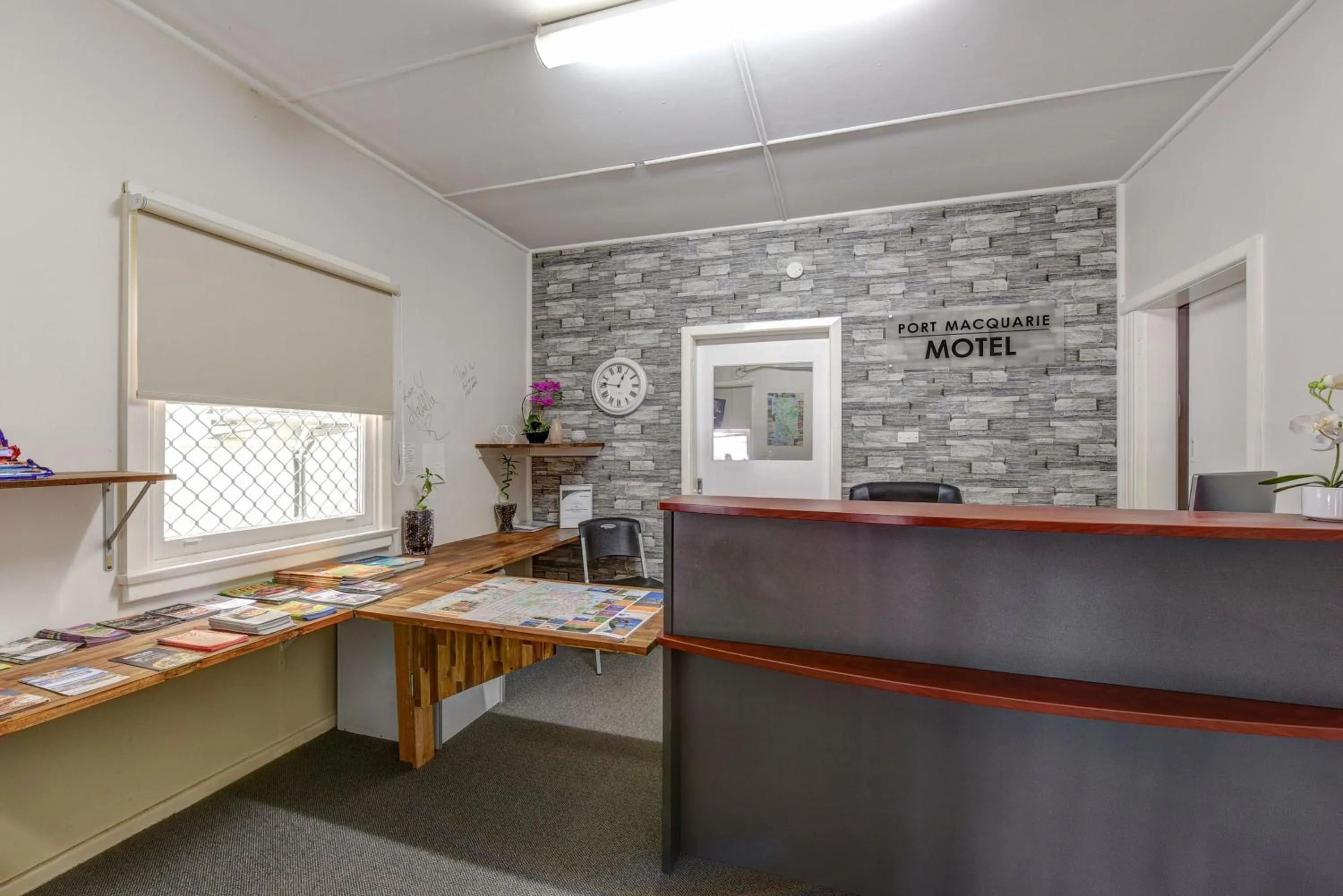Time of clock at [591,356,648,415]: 12:46
